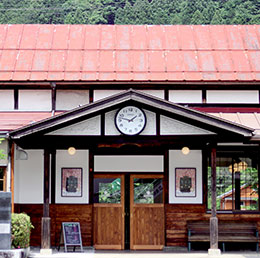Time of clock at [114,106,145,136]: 1:47
